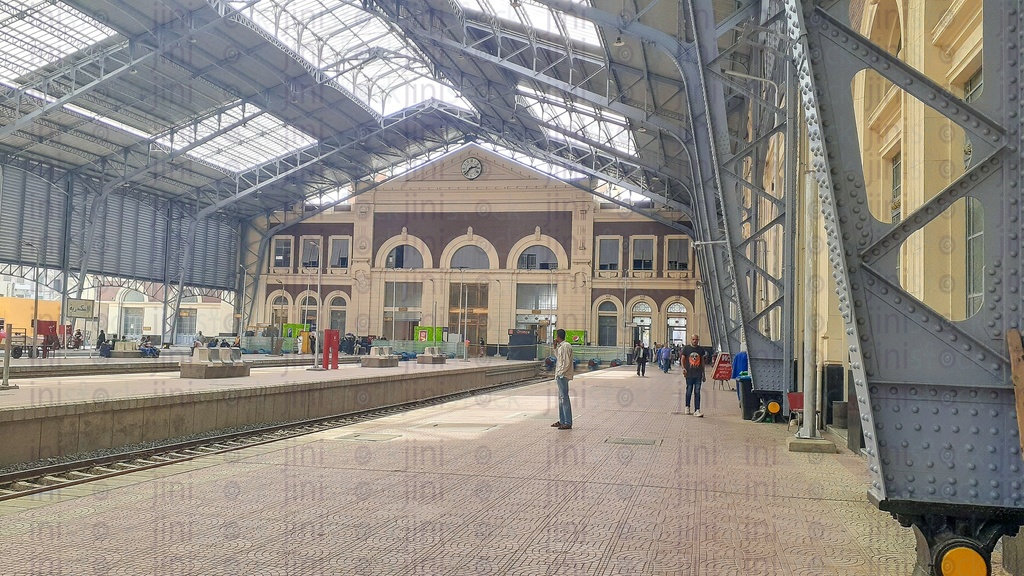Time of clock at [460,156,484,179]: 2:37
